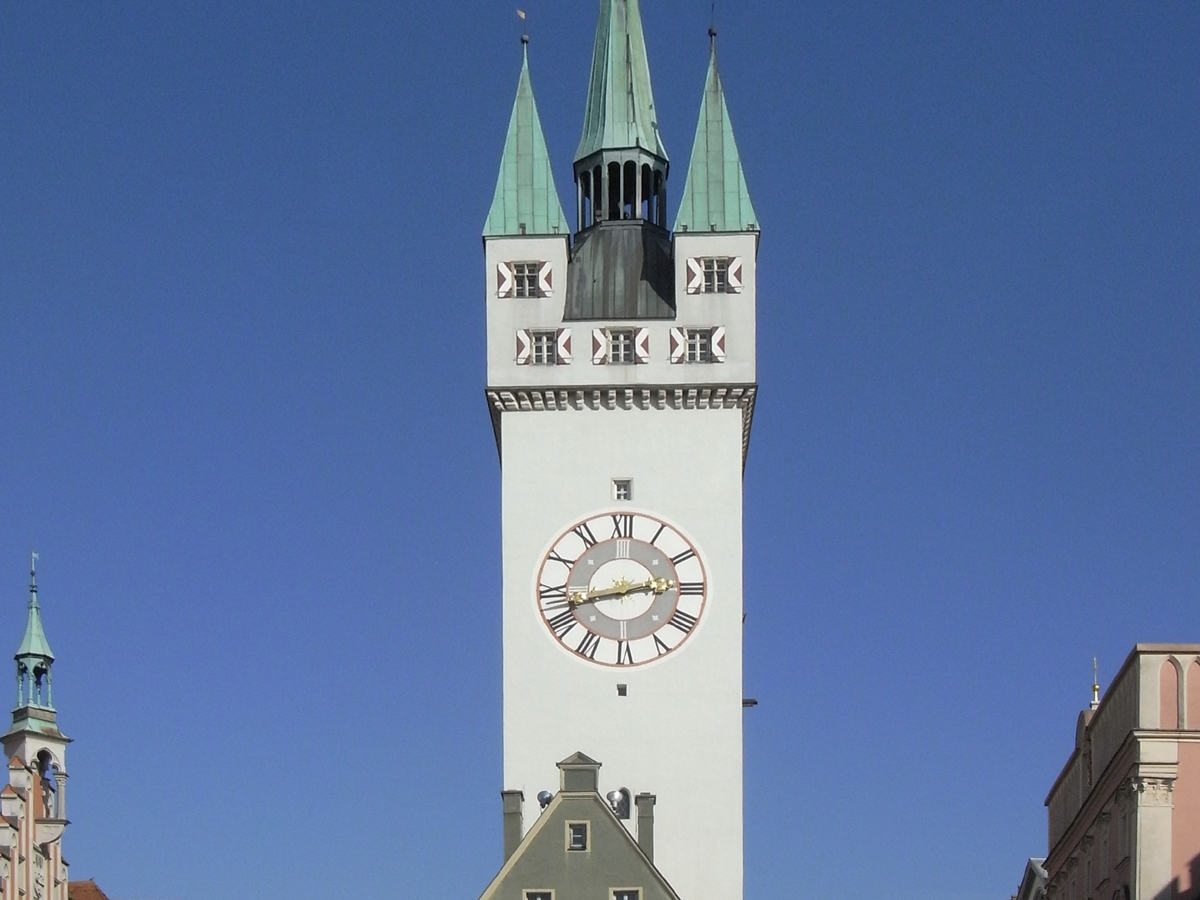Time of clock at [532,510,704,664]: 2:42
